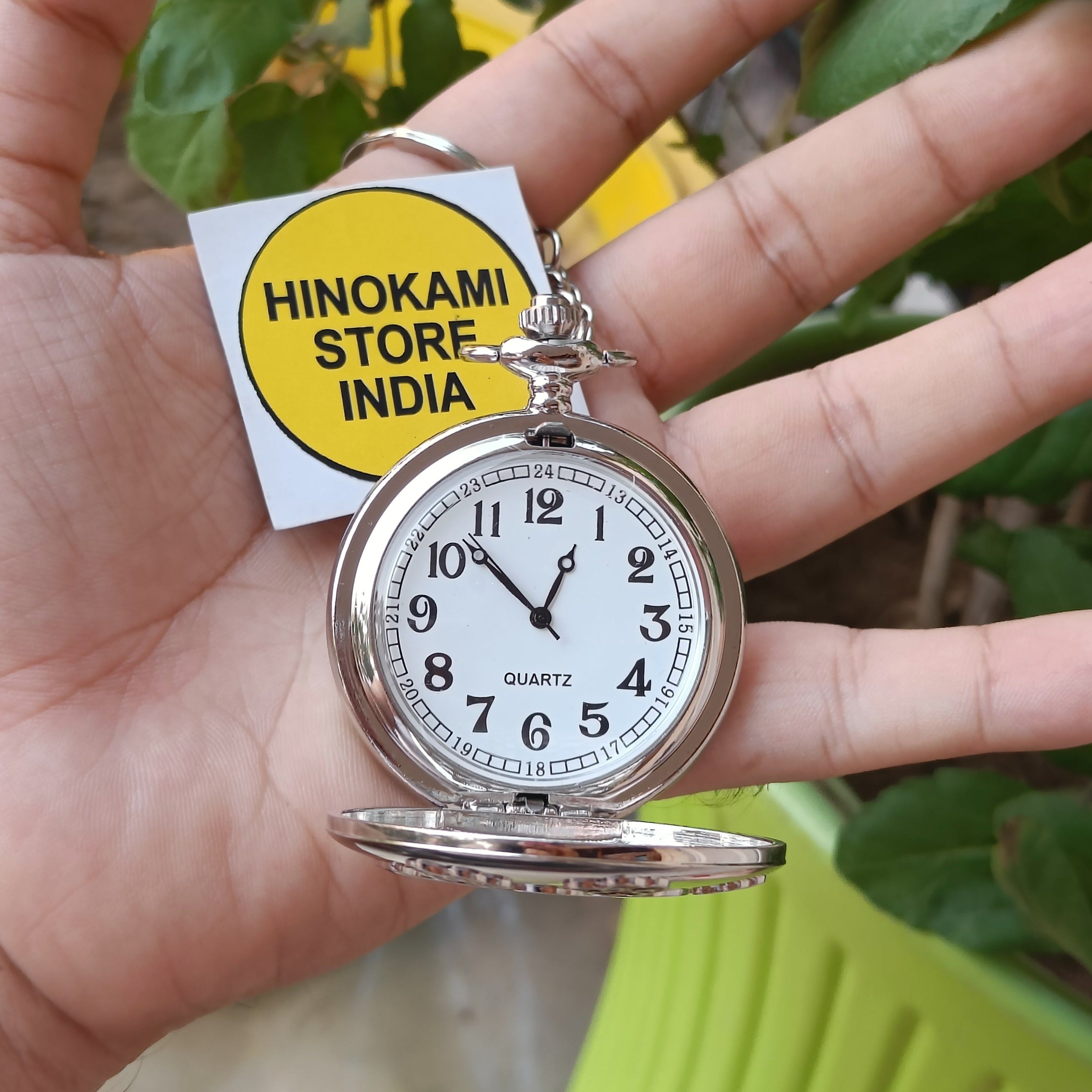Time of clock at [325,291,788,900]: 12:51
